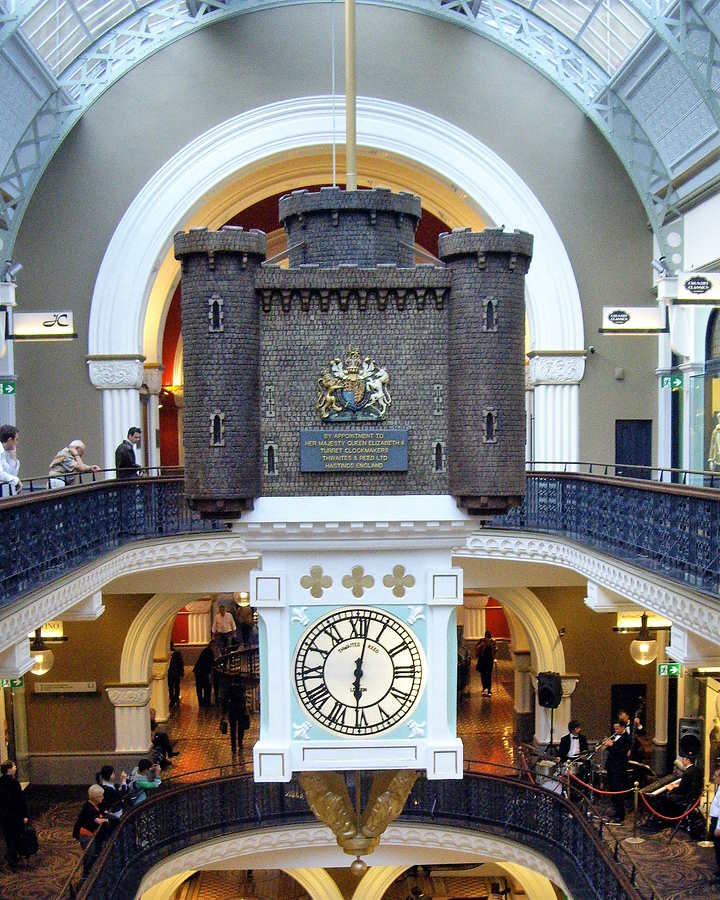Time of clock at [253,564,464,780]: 6:01
